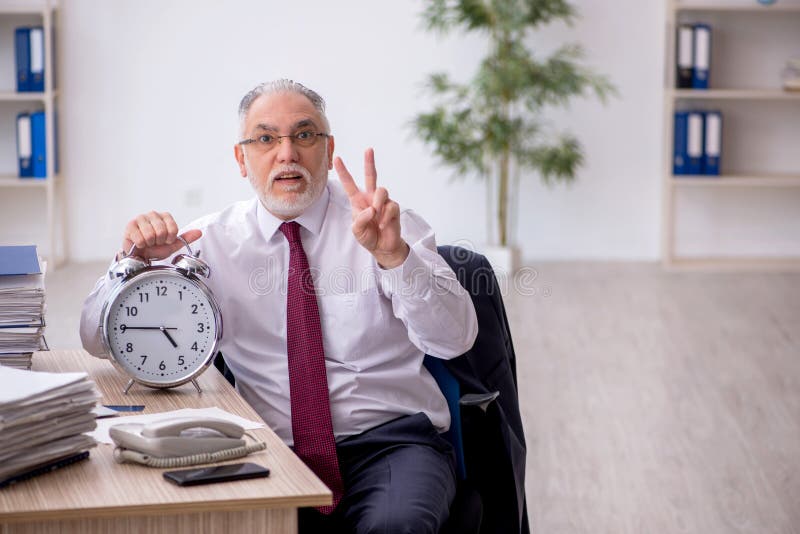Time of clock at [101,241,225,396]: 4:45
